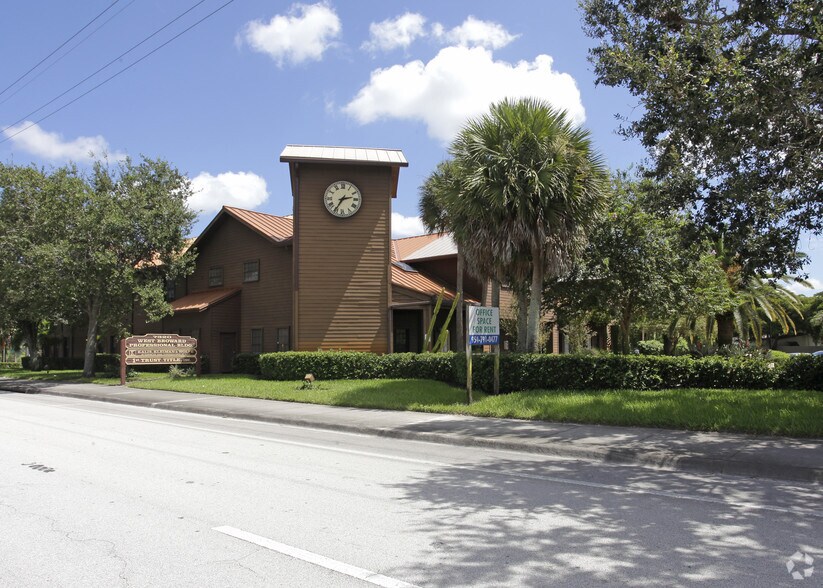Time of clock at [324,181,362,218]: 2:35
